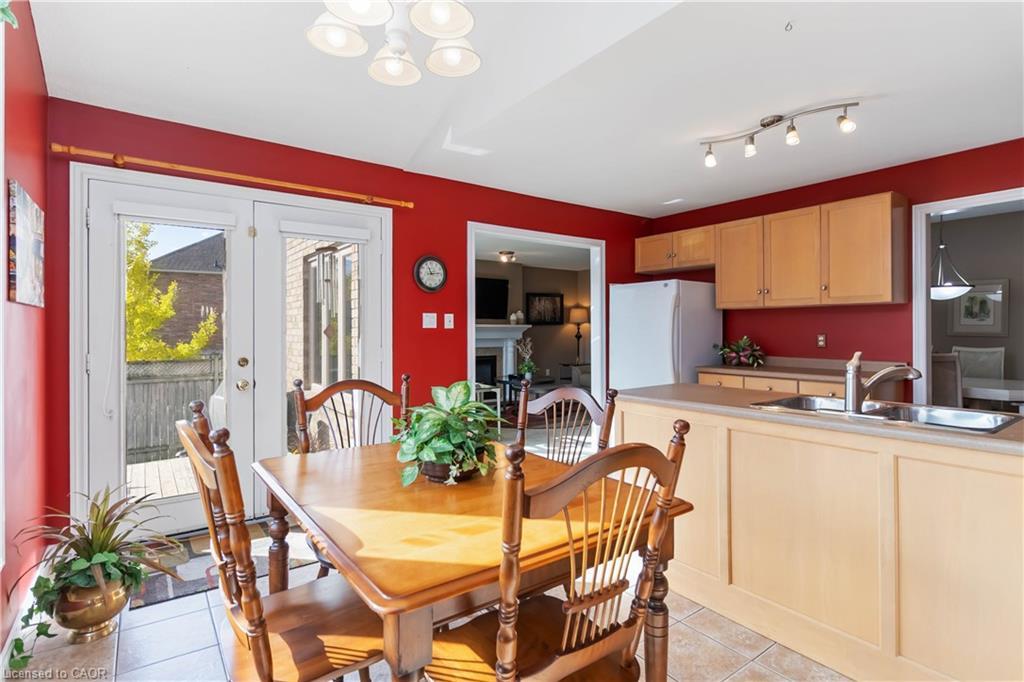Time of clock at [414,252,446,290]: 11:13
